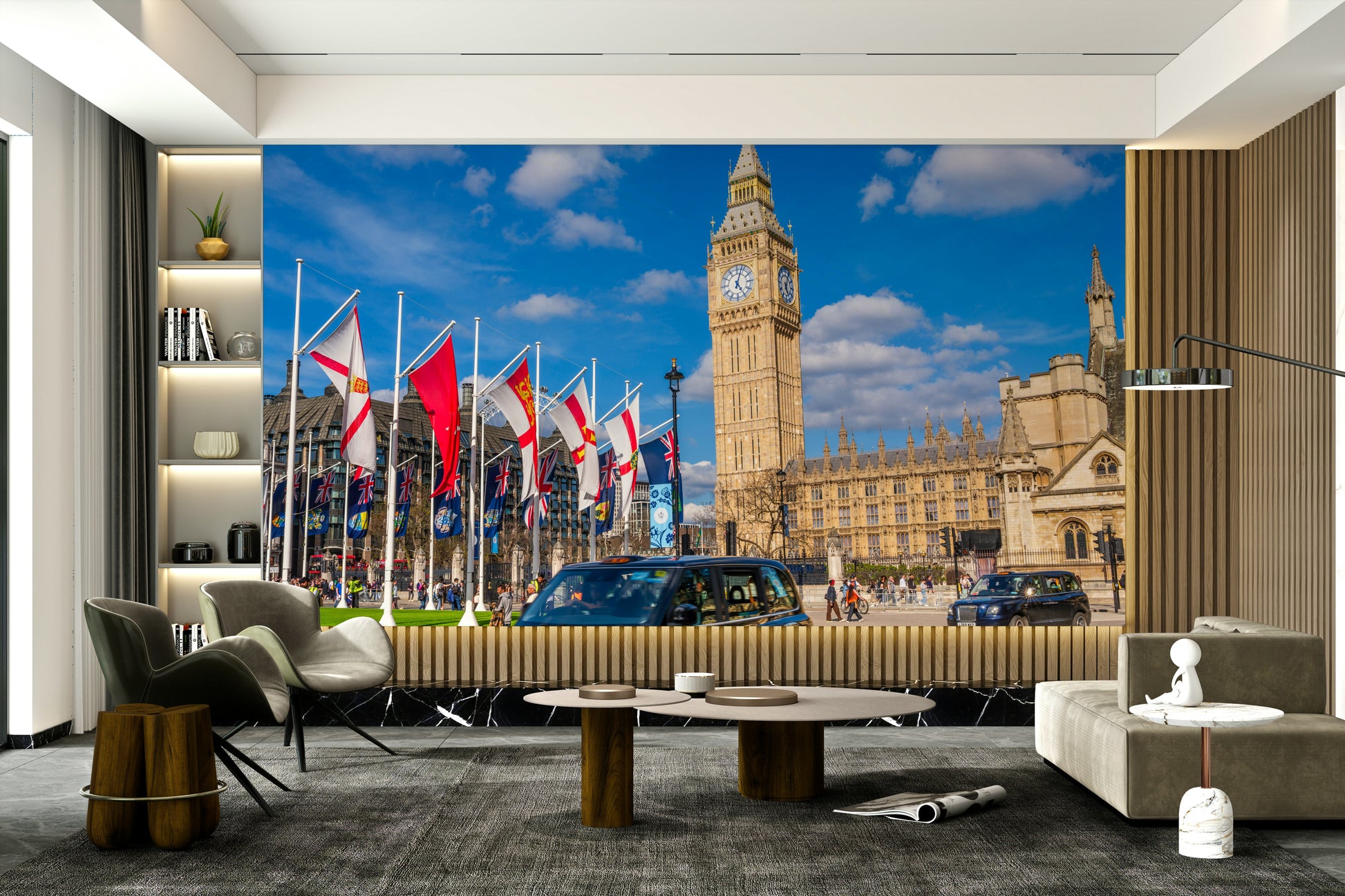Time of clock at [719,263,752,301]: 5:03
